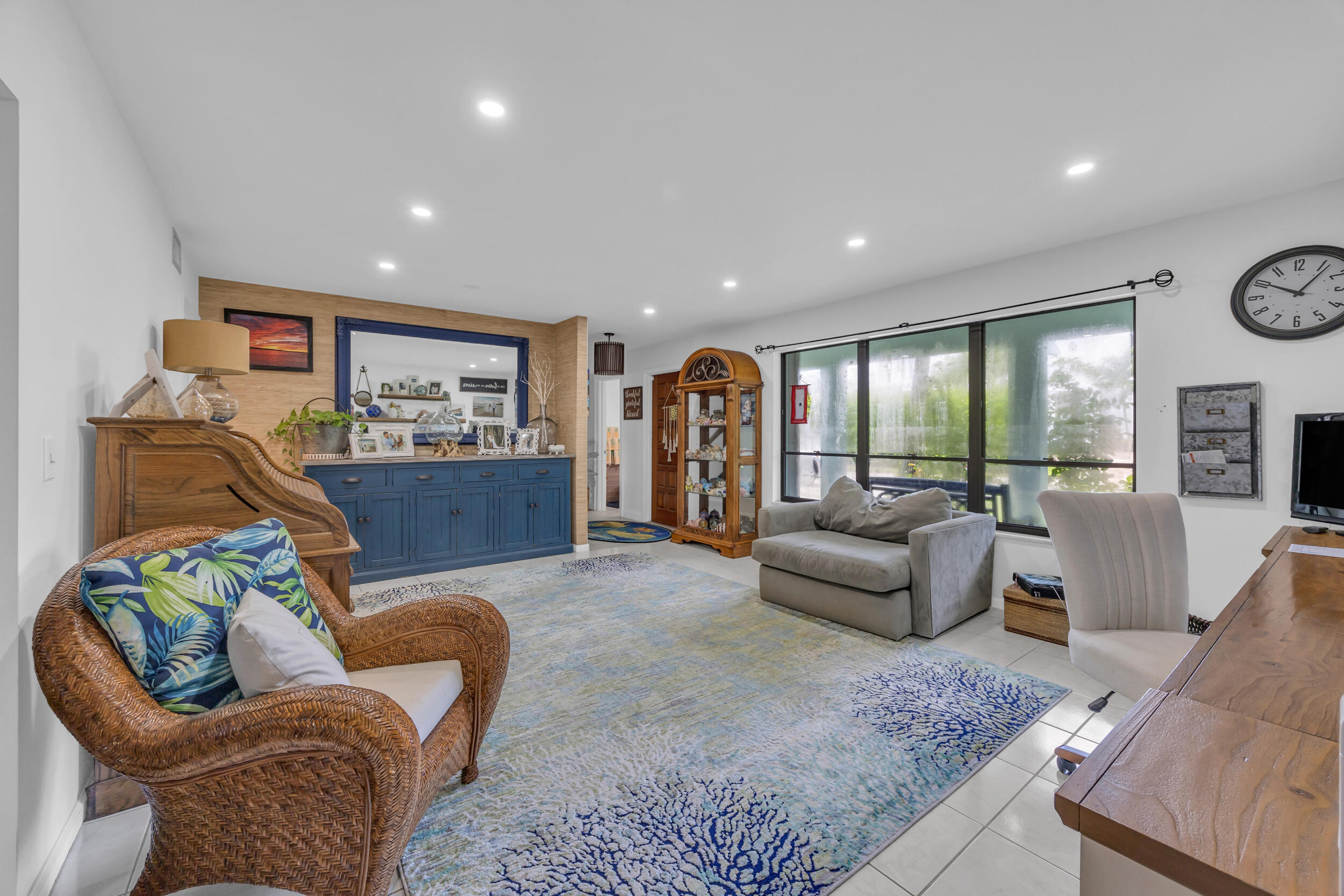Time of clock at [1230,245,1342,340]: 10:06
